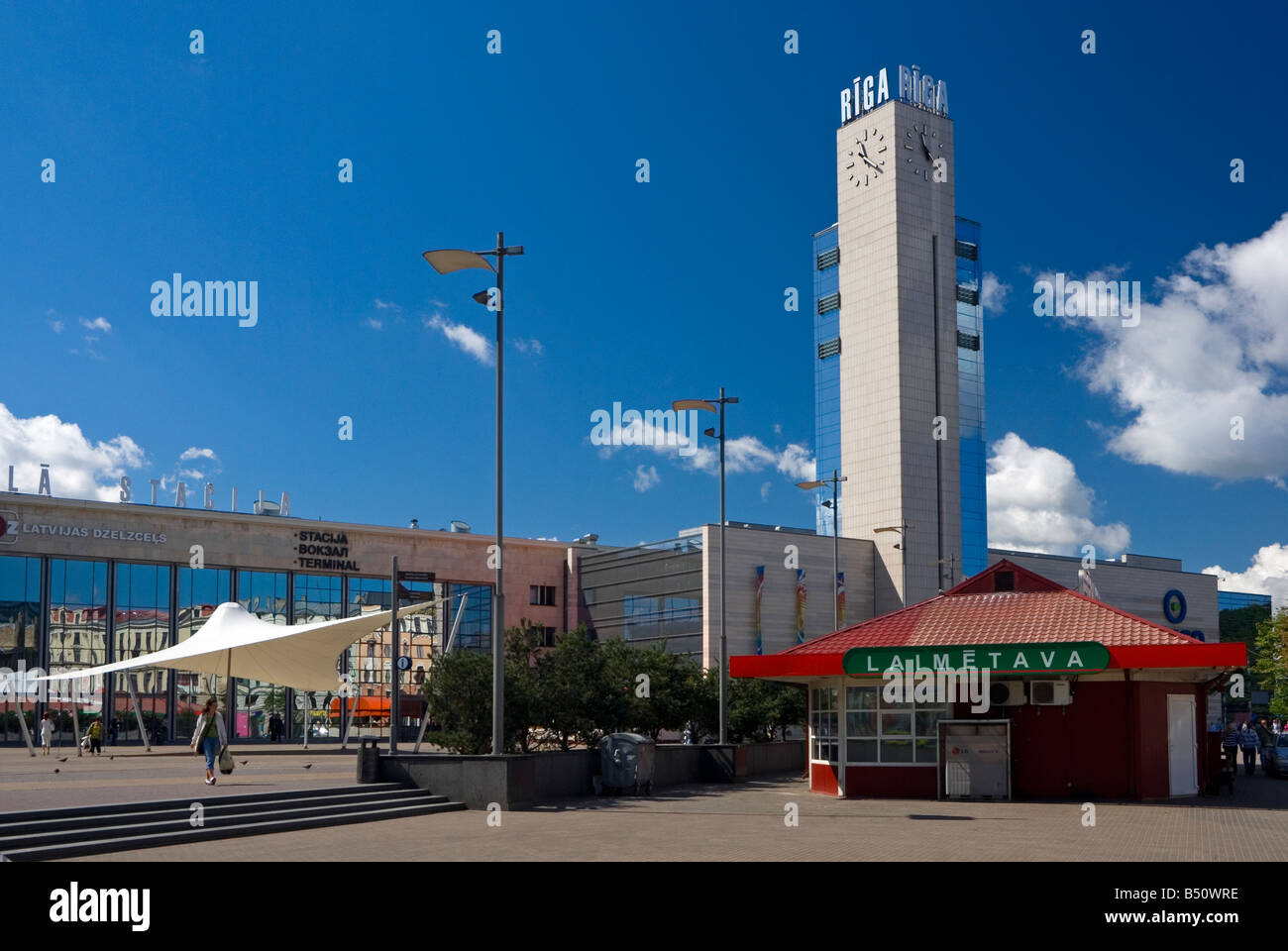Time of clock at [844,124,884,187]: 11:21
